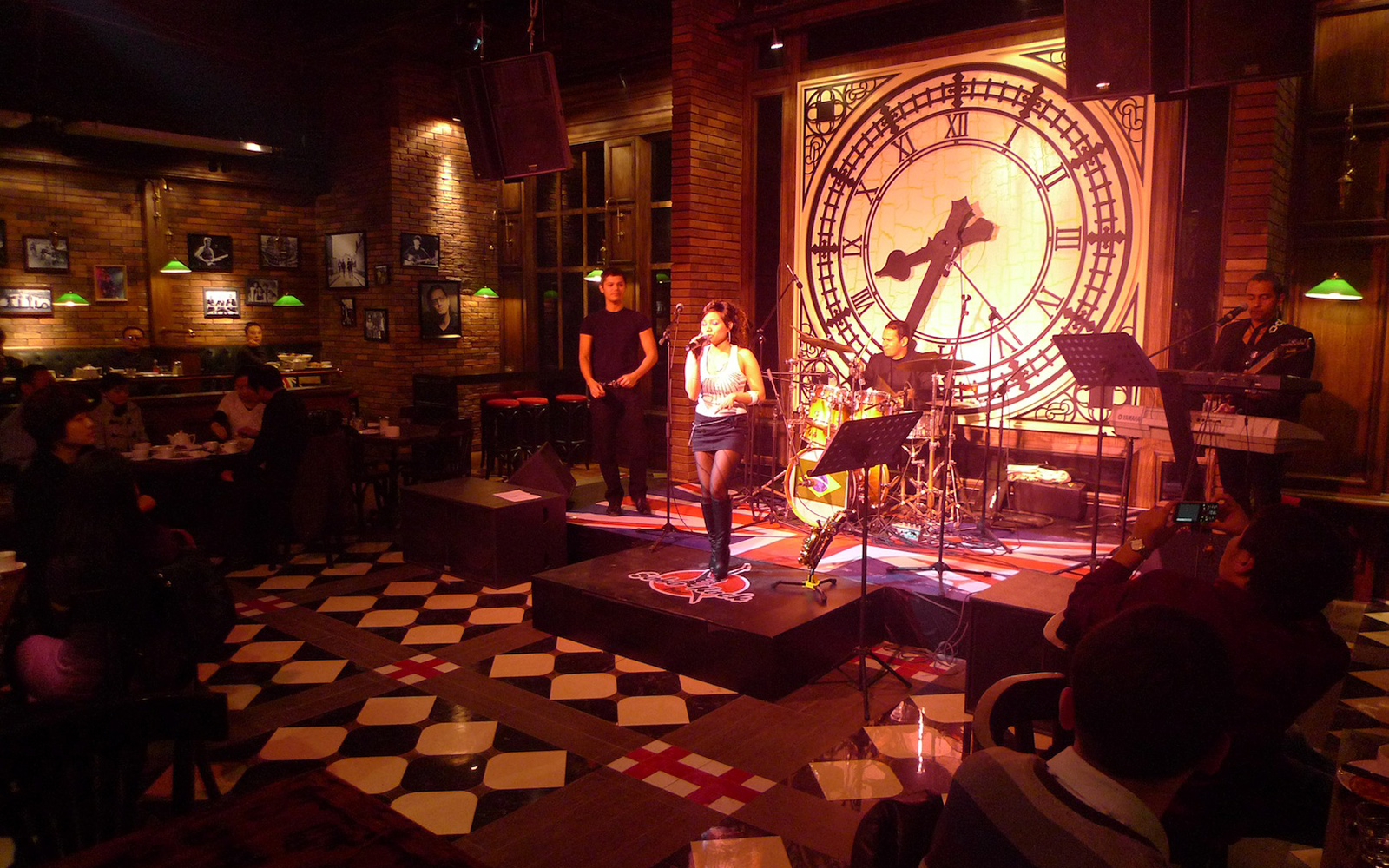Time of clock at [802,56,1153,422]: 8:34
